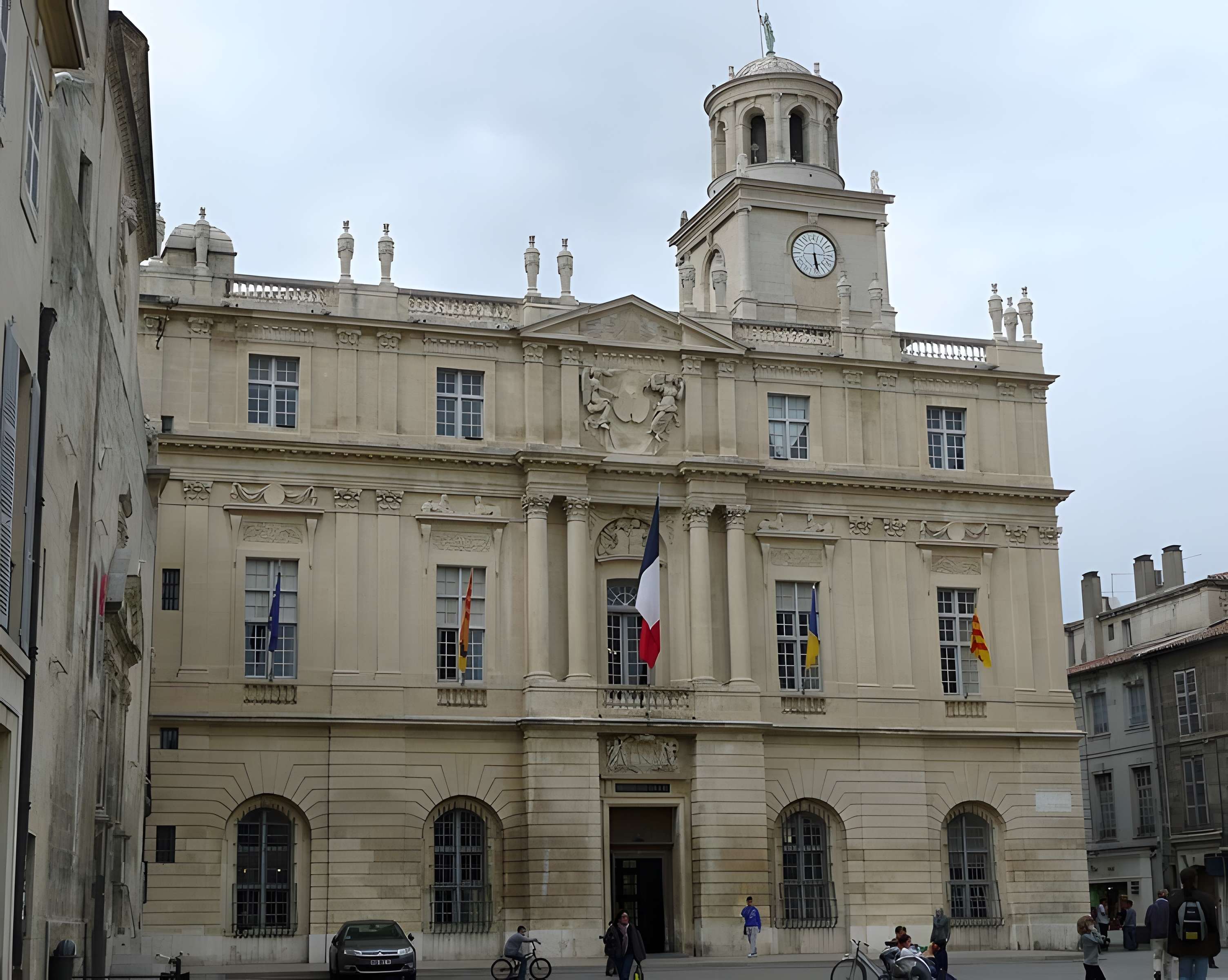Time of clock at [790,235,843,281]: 5:28
